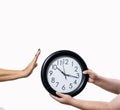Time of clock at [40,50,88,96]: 10:16
